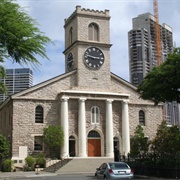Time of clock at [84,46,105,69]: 9:14
